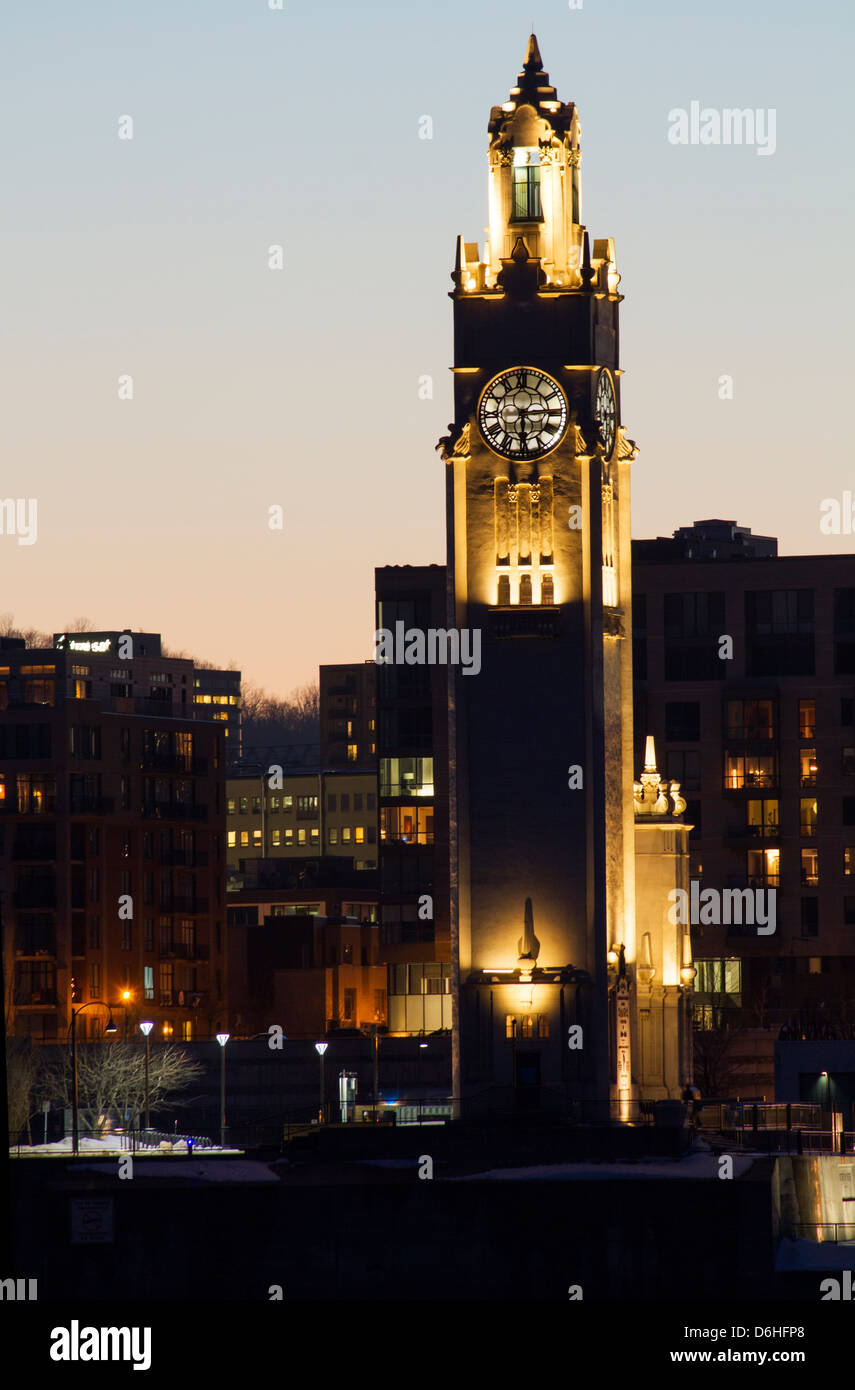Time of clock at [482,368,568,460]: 6:14
